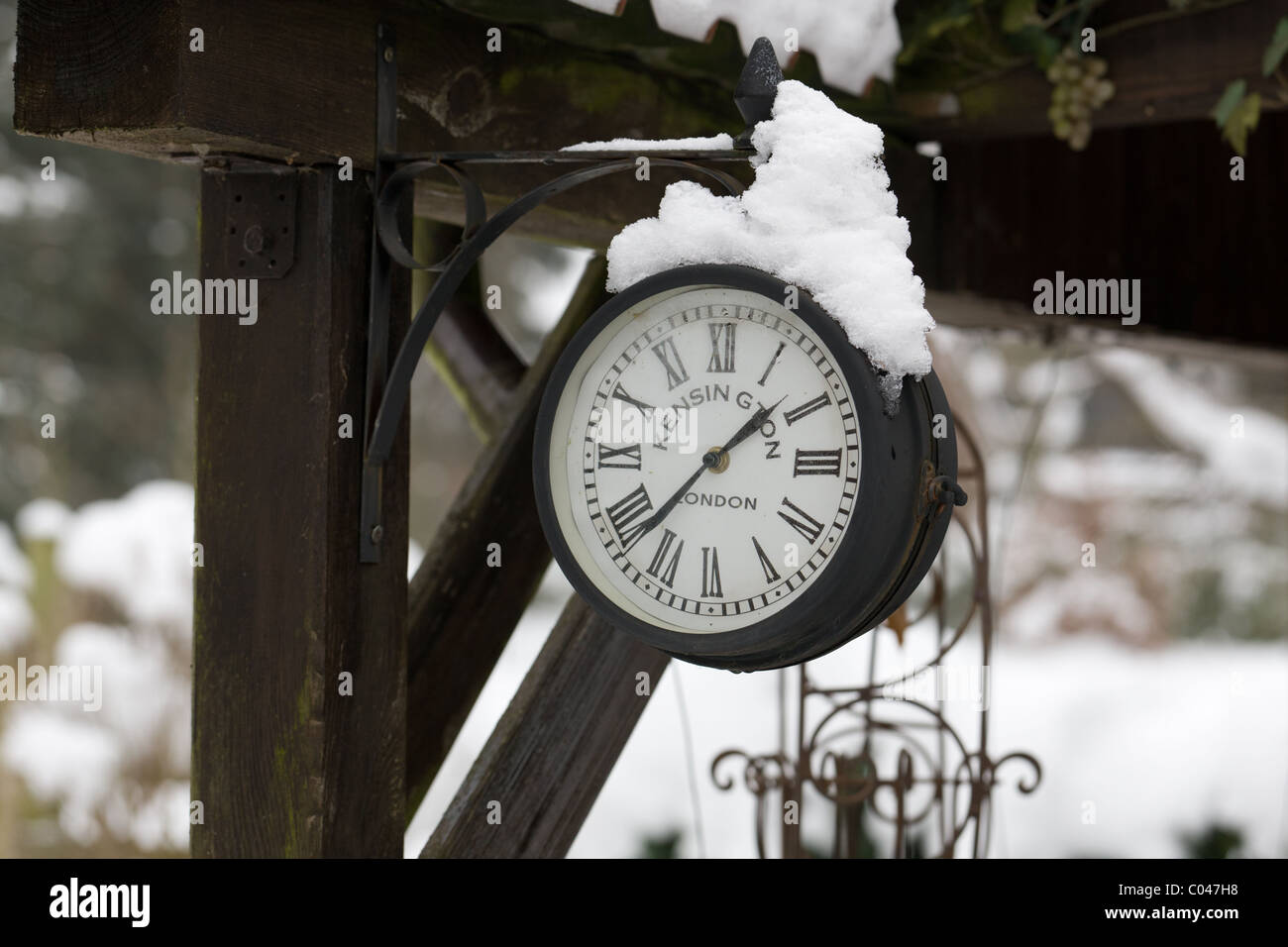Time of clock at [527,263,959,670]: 1:37
